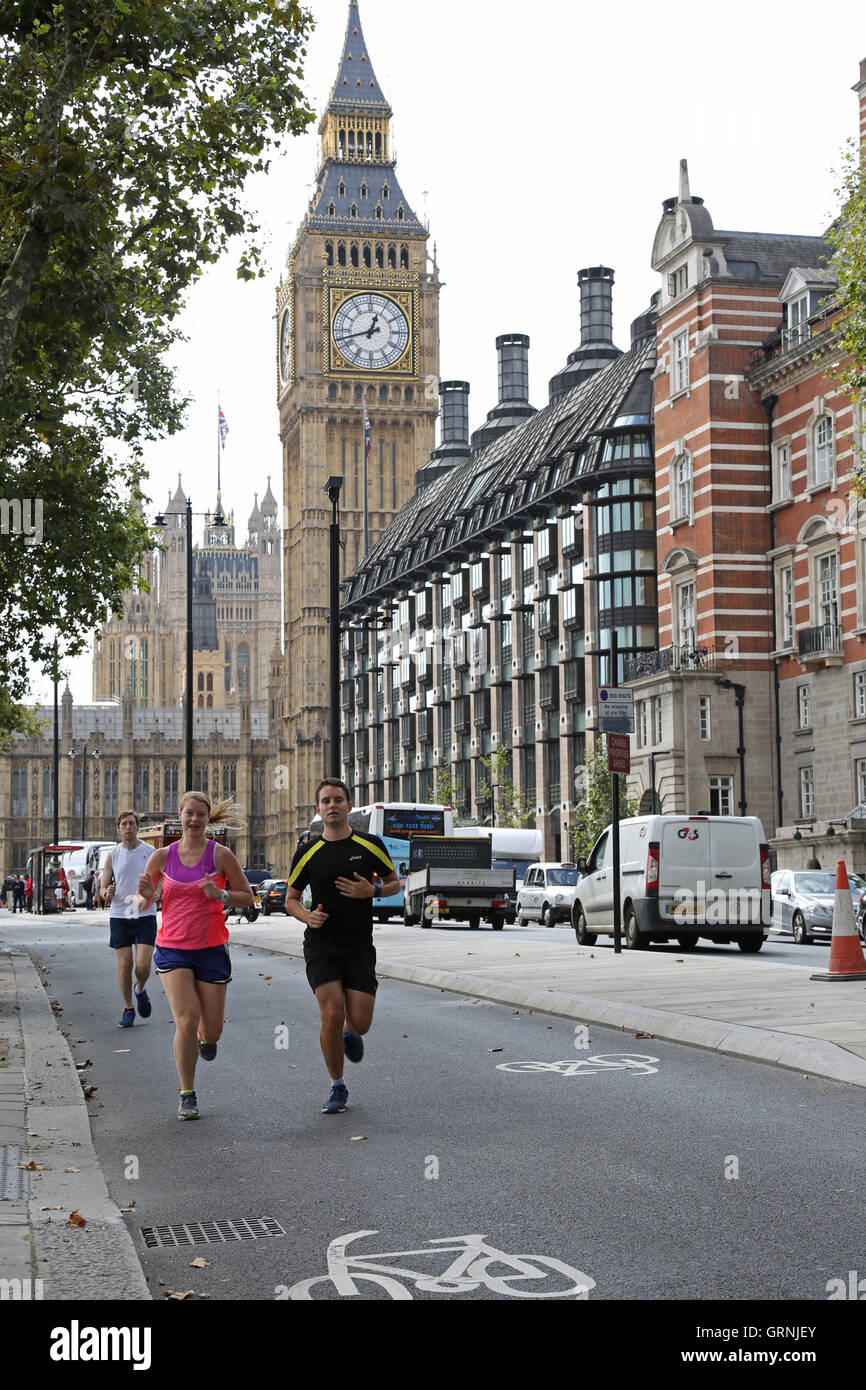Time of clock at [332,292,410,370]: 12:42
